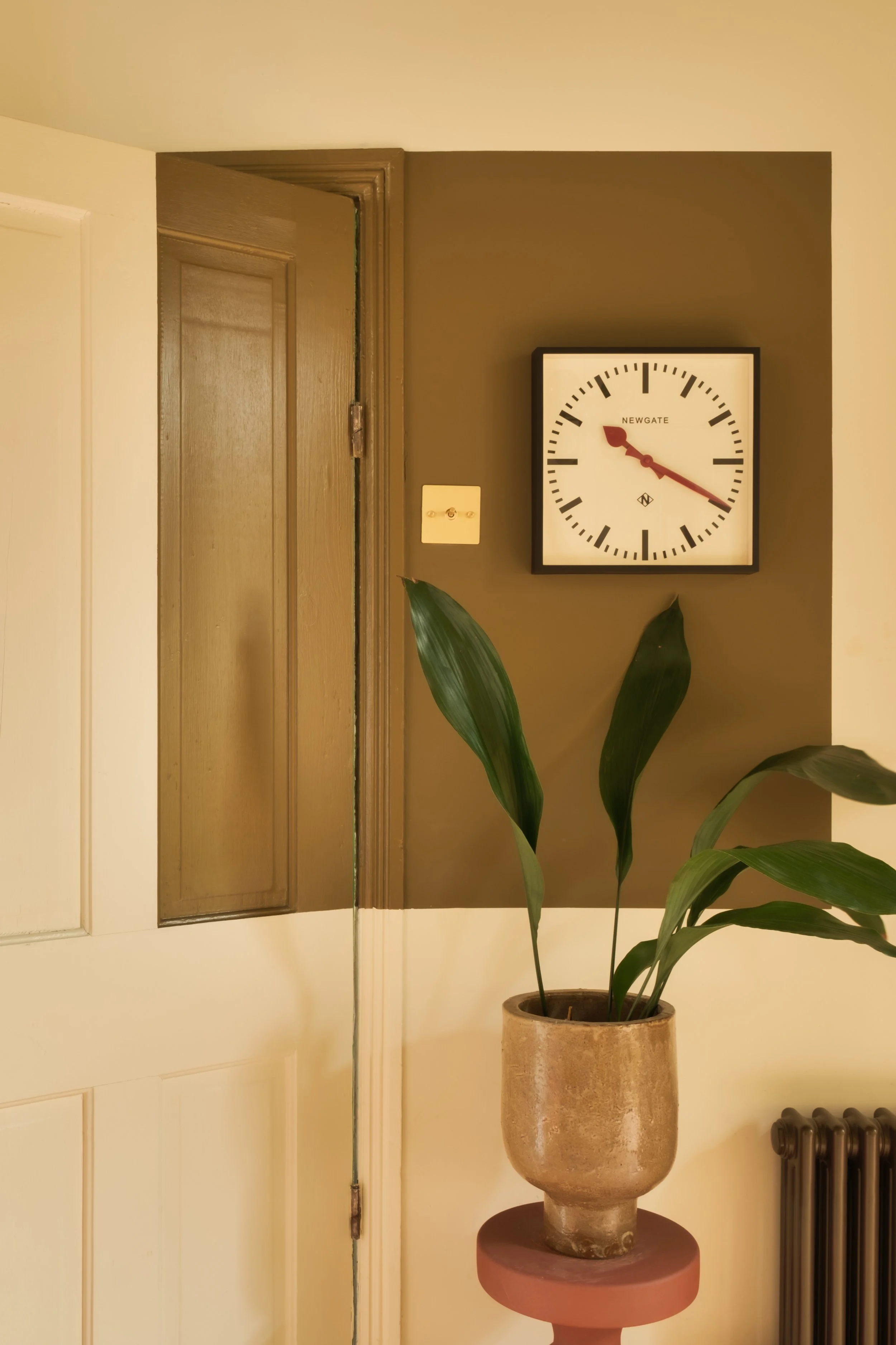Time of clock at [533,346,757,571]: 10:19
